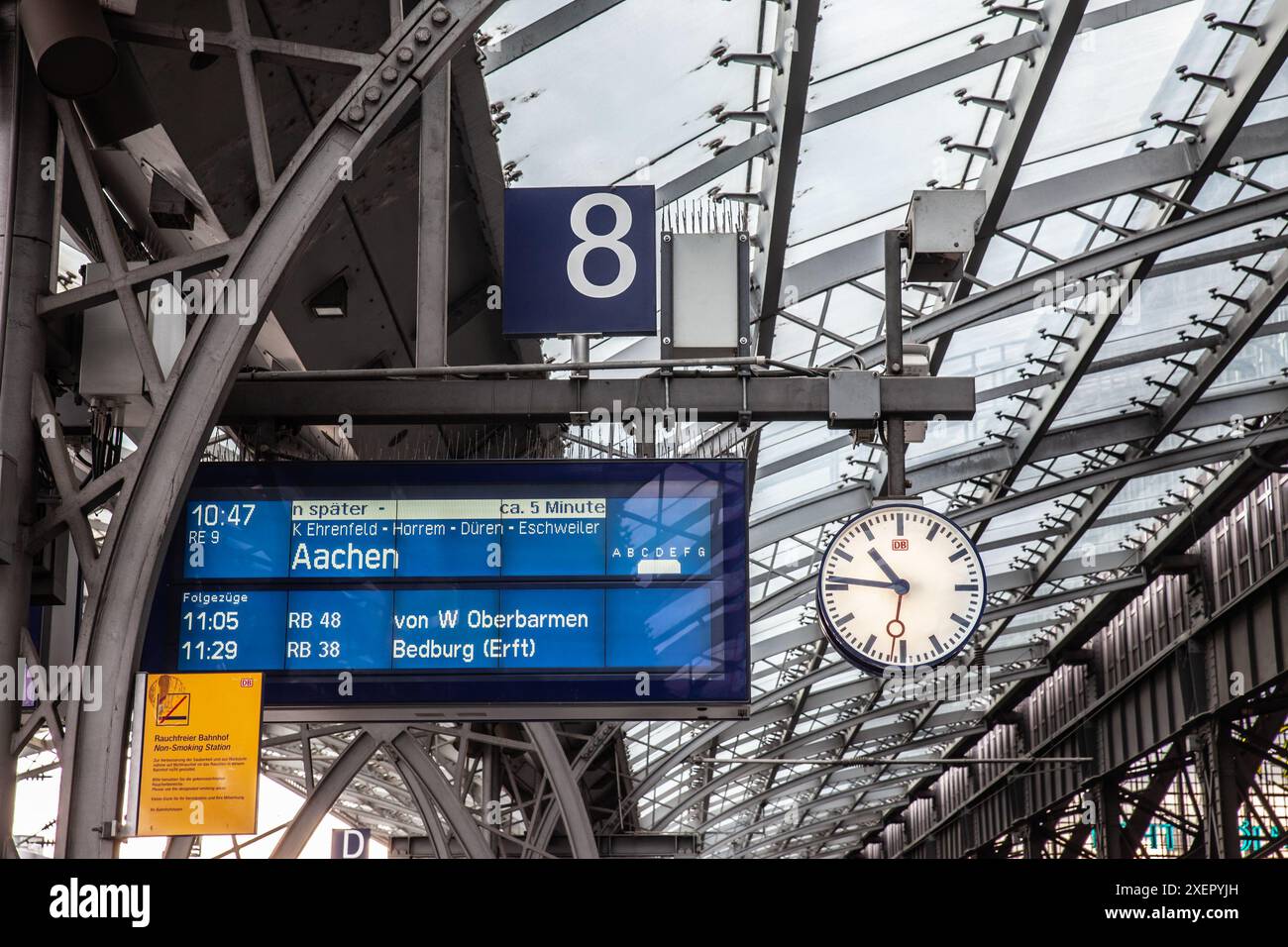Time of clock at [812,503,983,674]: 10:46
